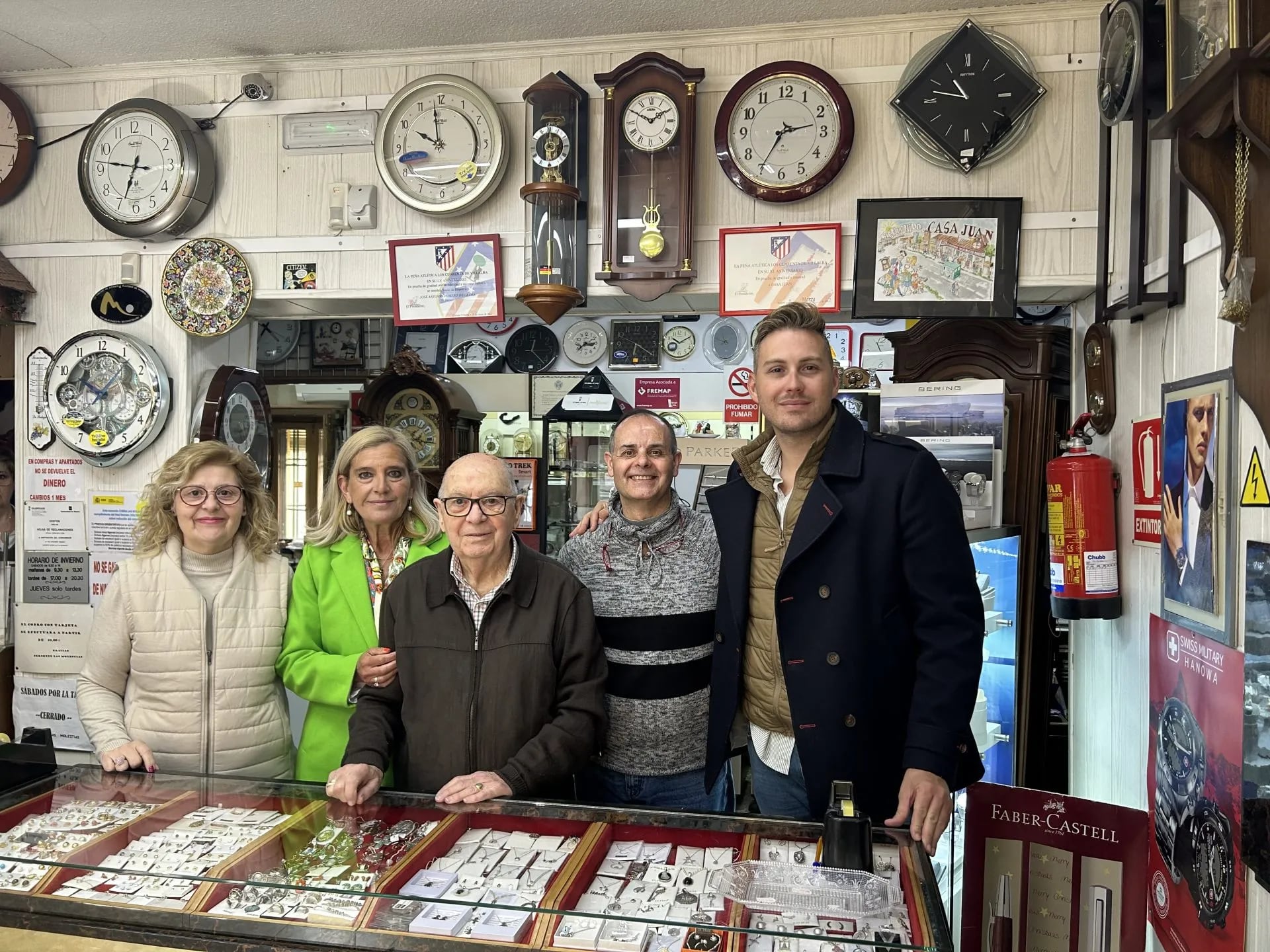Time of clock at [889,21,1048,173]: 10:47
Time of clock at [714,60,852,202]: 2:35
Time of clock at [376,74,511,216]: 9:58
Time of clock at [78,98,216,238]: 6:46
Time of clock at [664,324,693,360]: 10:10
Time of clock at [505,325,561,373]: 12:23
